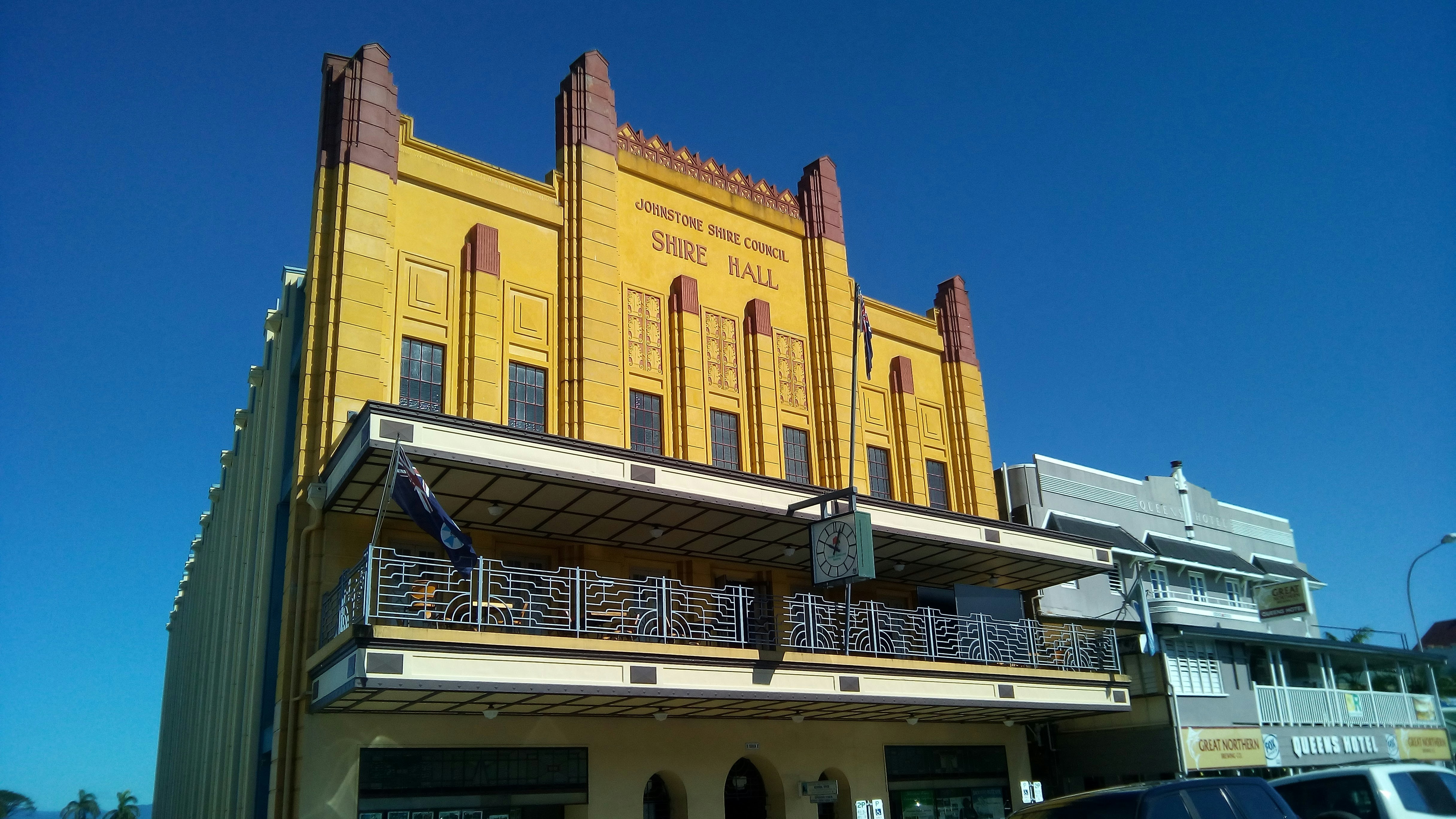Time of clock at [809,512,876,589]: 12:49
